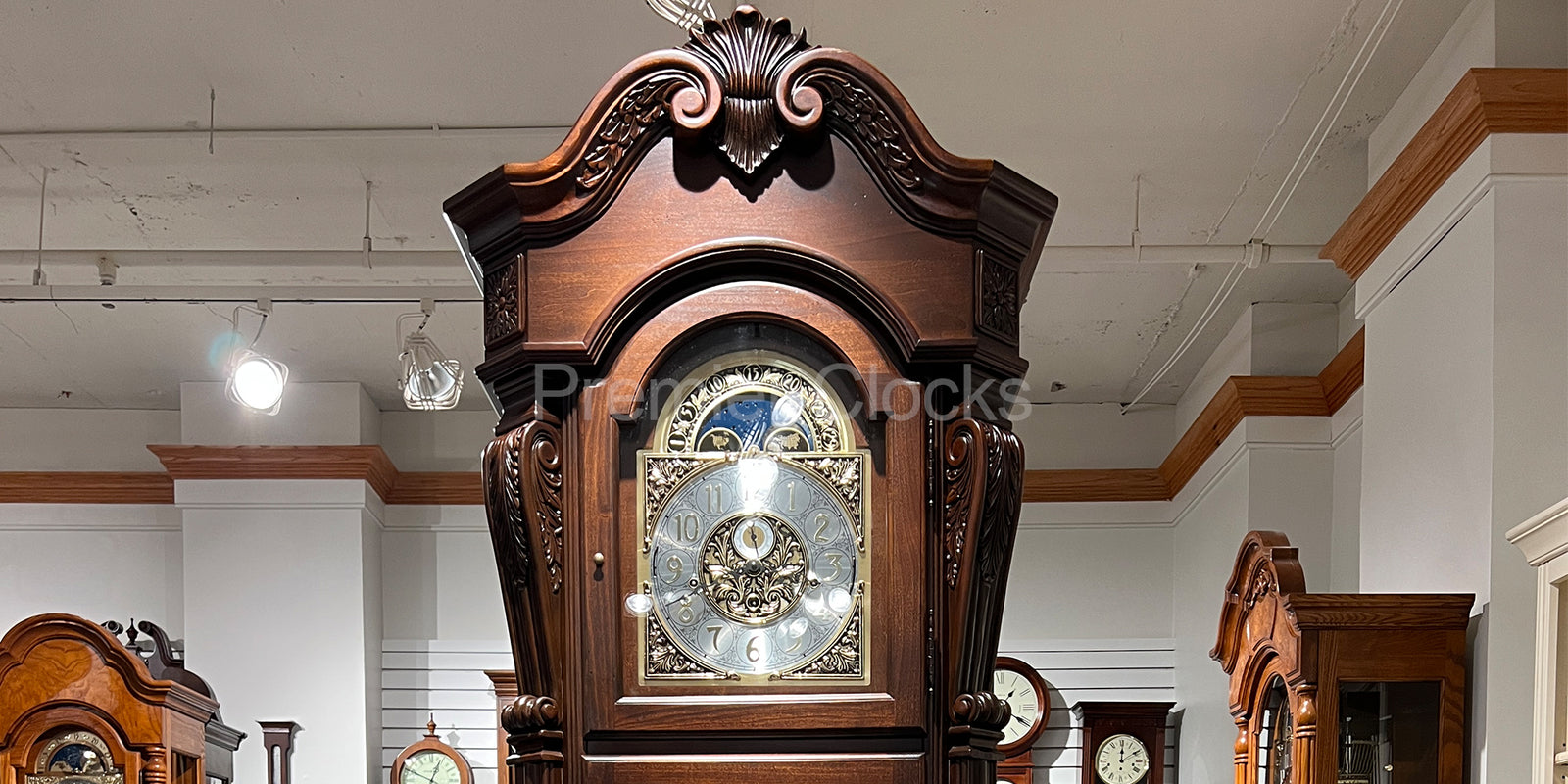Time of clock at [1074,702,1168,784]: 12:09
